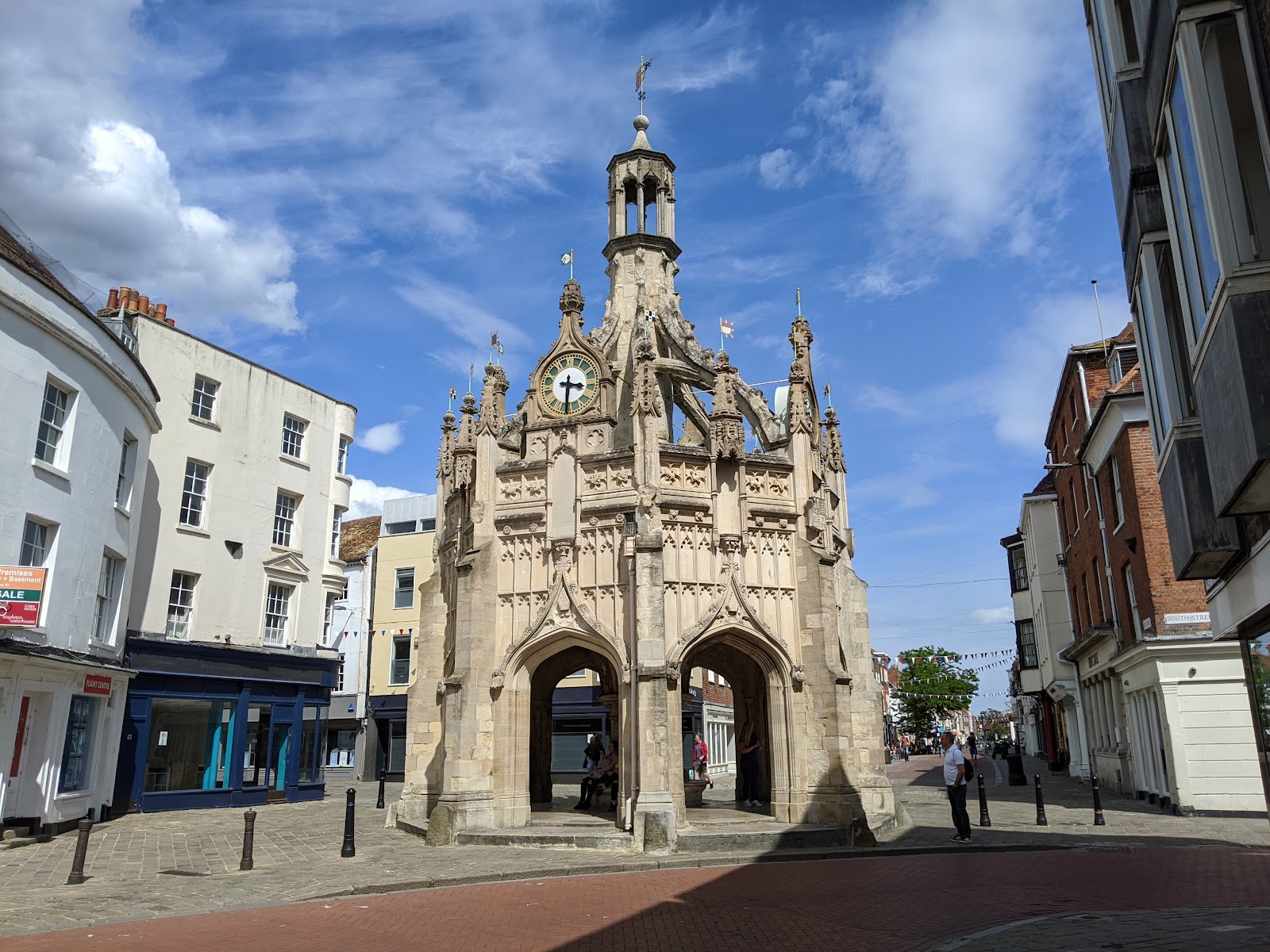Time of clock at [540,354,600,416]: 3:30
